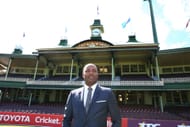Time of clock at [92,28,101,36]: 3:43
